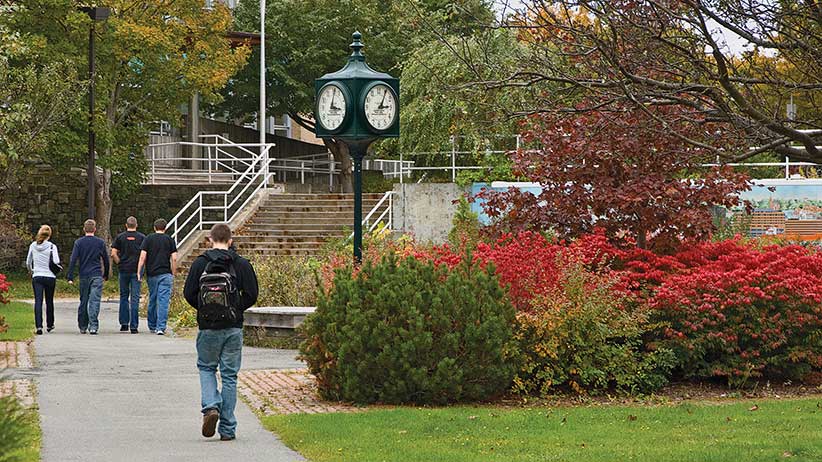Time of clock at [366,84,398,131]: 3:04
